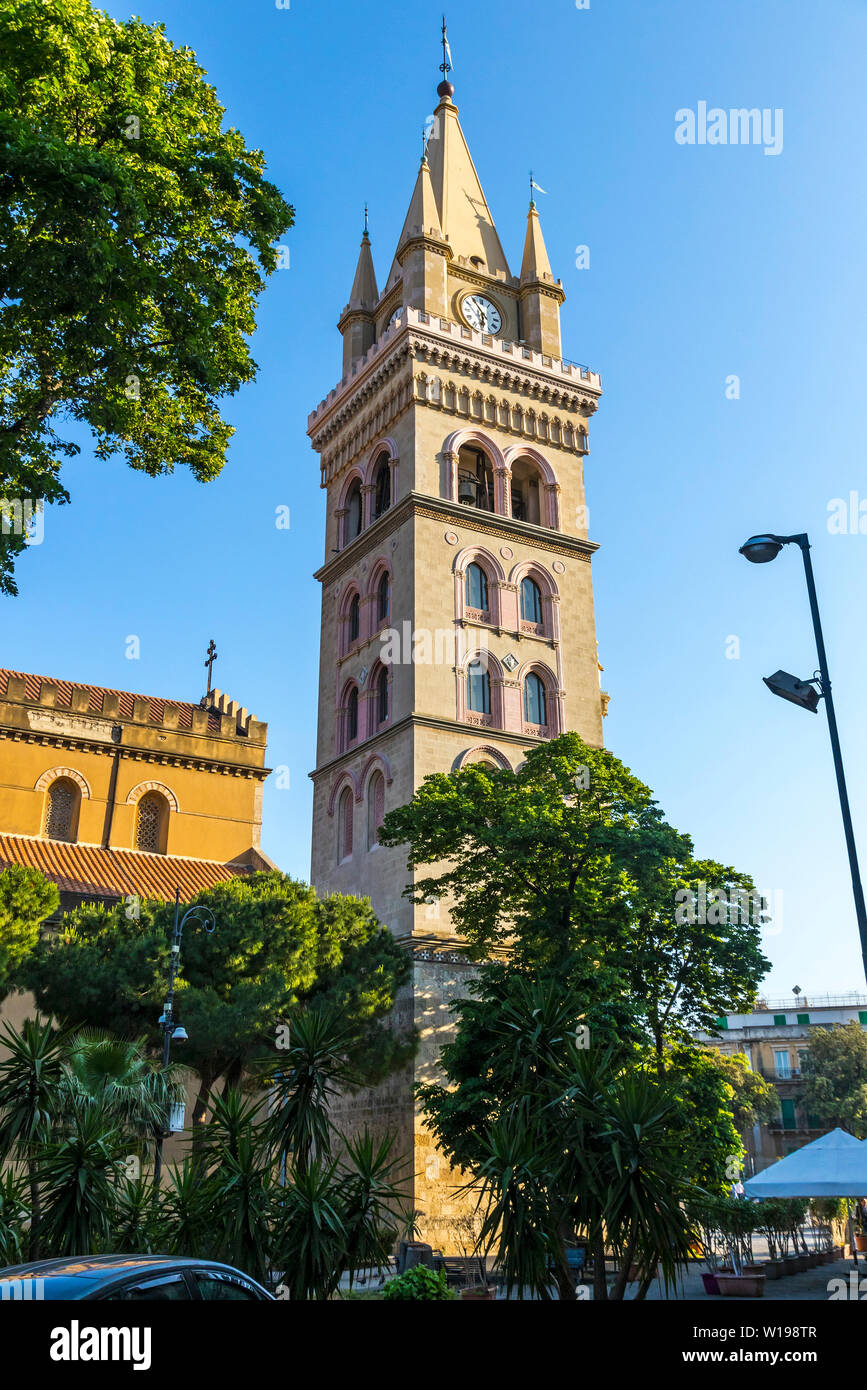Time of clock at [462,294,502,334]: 5:54
